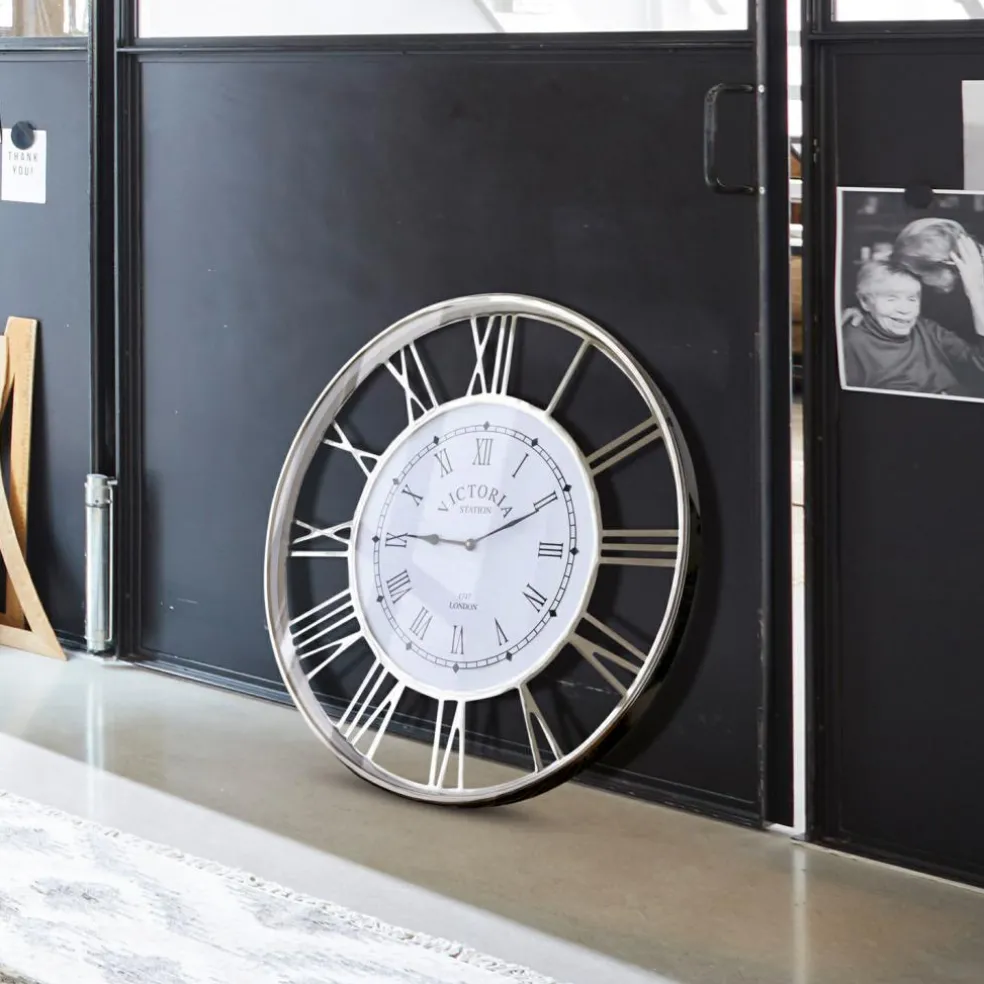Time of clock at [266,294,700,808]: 9:10
